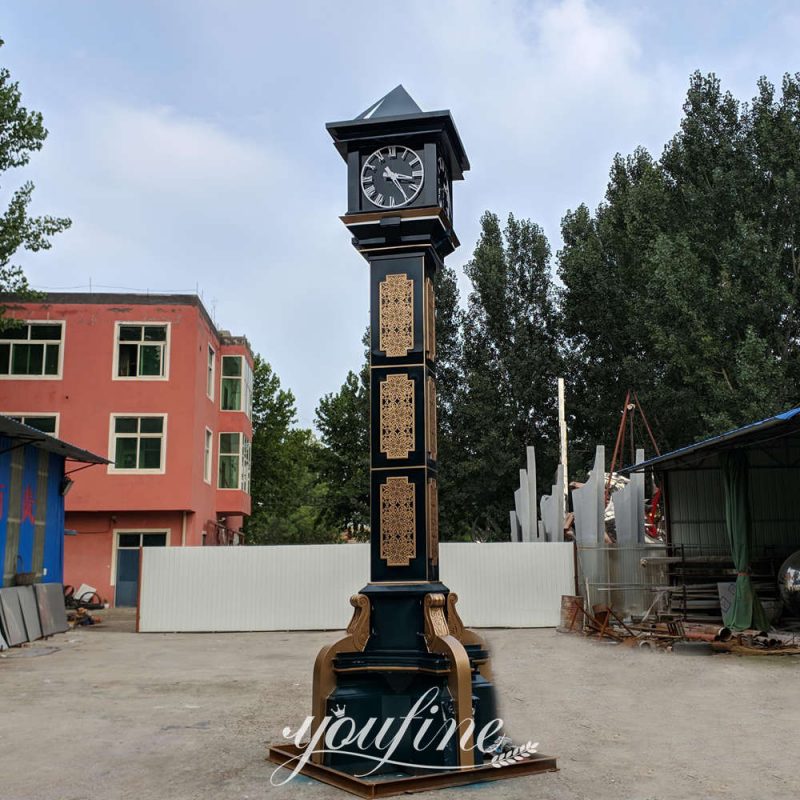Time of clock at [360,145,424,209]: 3:24
